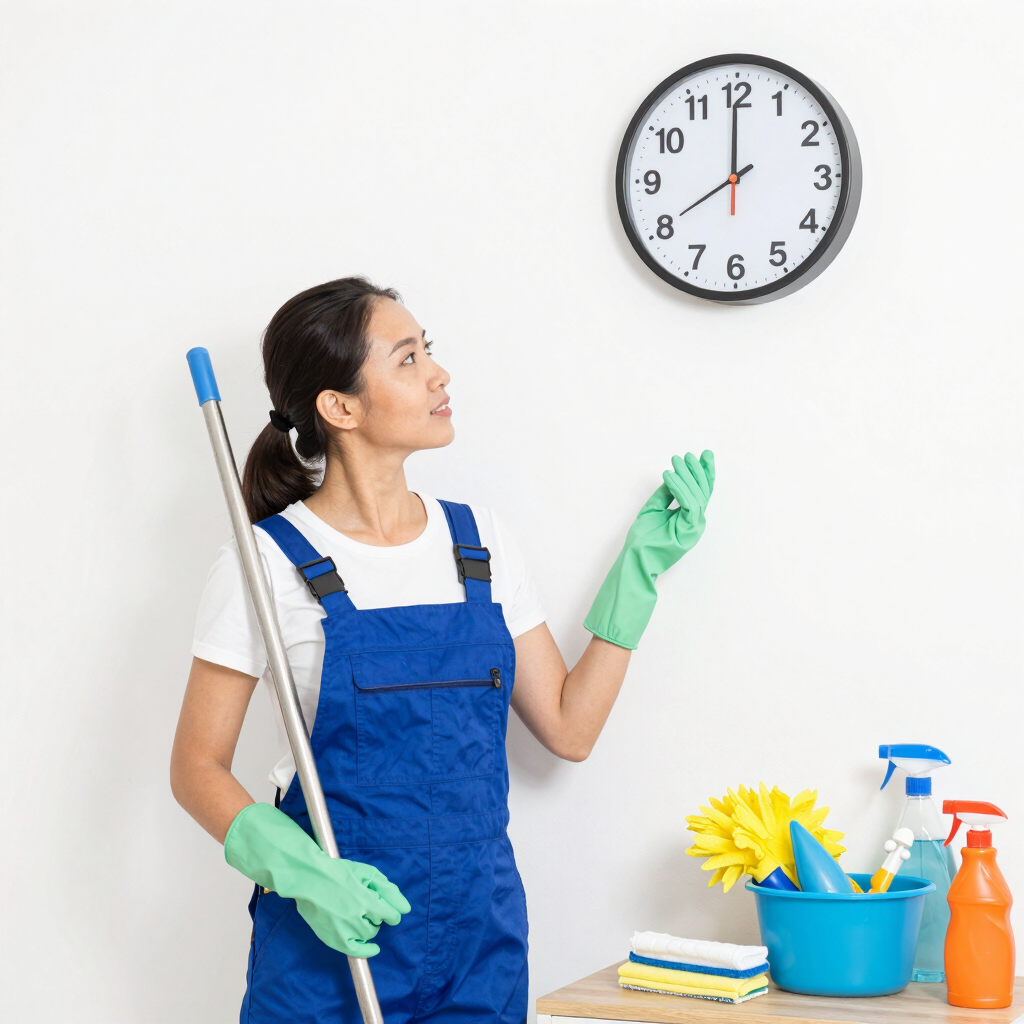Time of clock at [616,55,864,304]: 7:59
